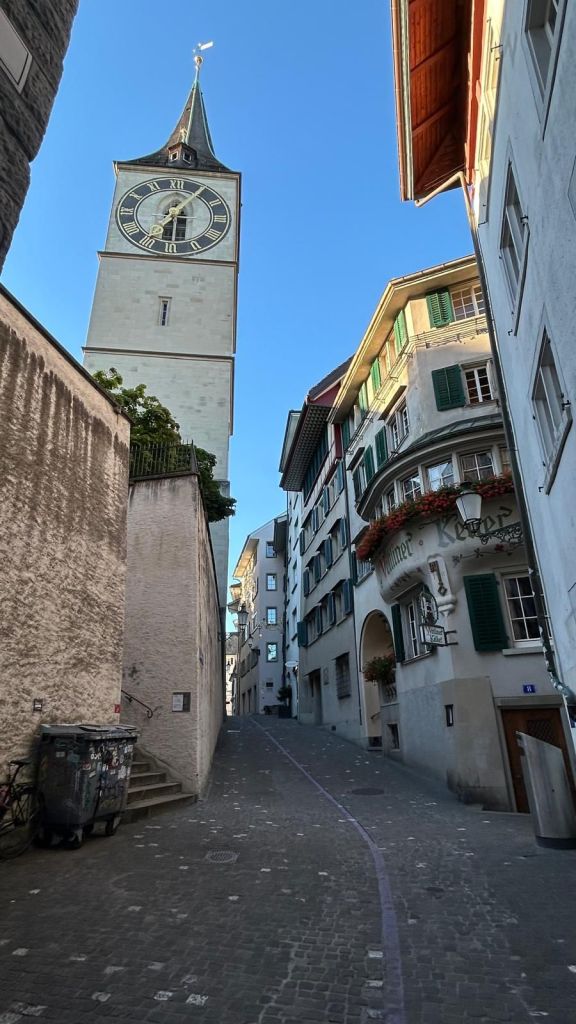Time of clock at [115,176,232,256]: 6:05
